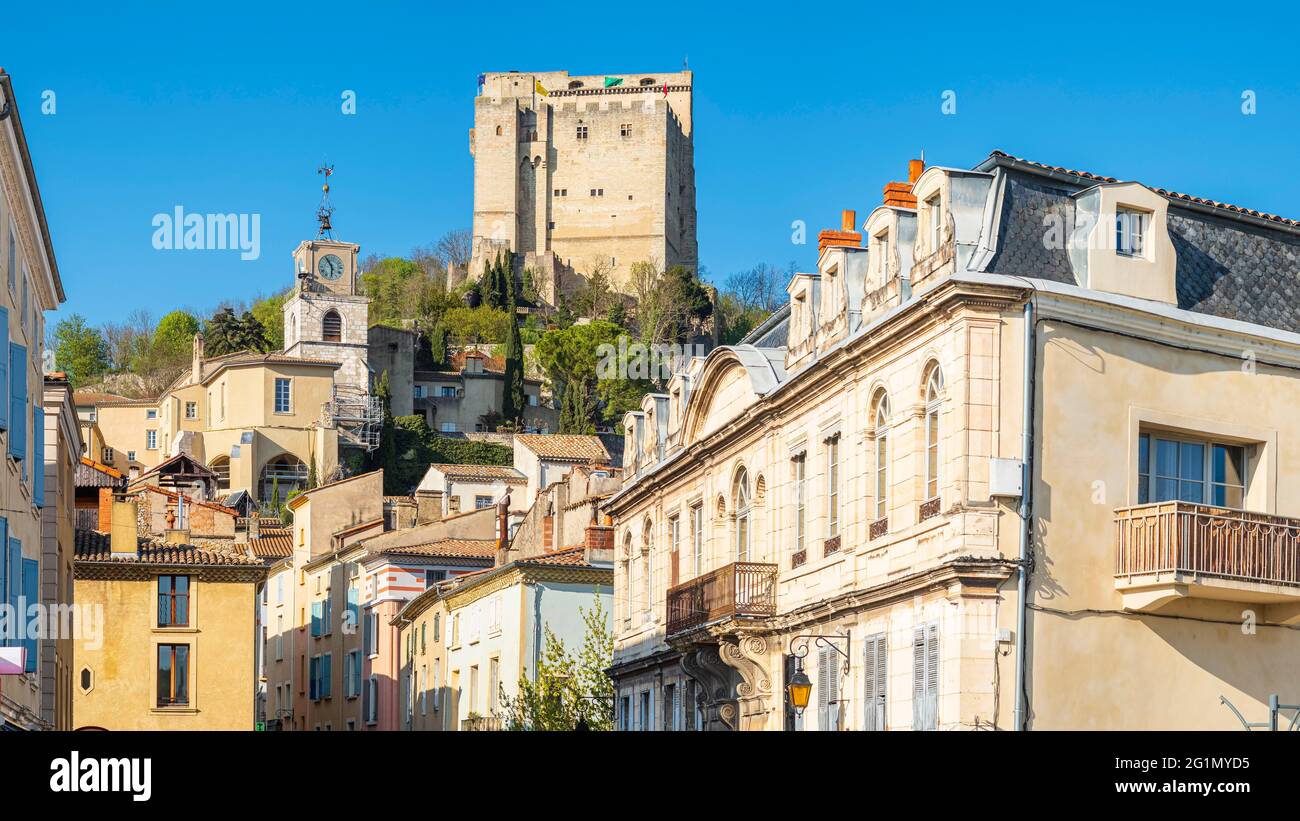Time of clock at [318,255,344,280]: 5:54
